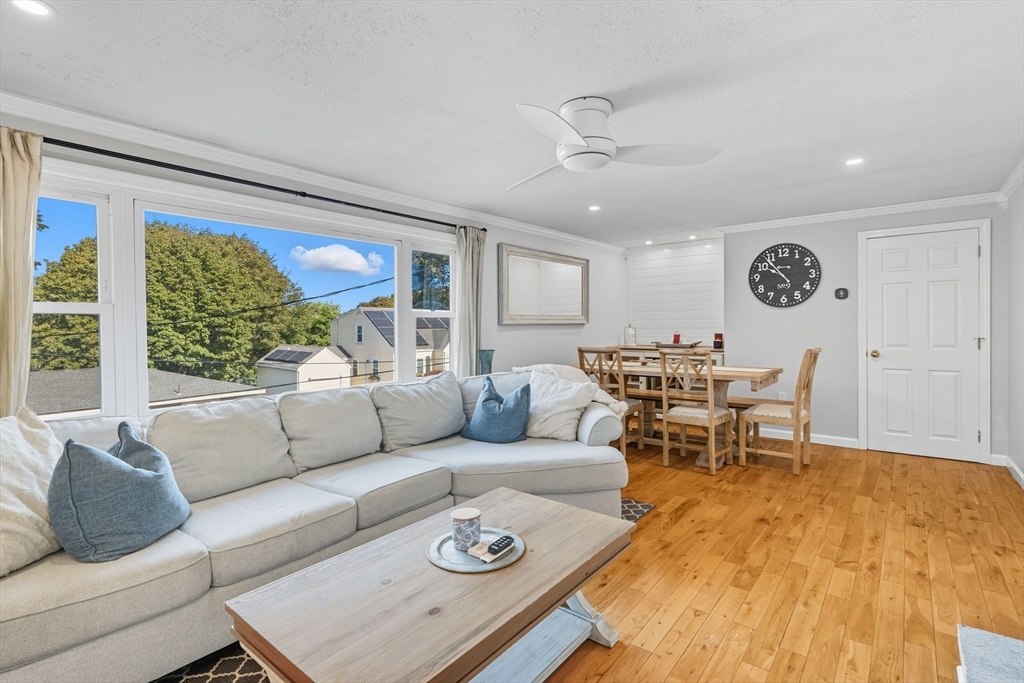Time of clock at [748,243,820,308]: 9:53
